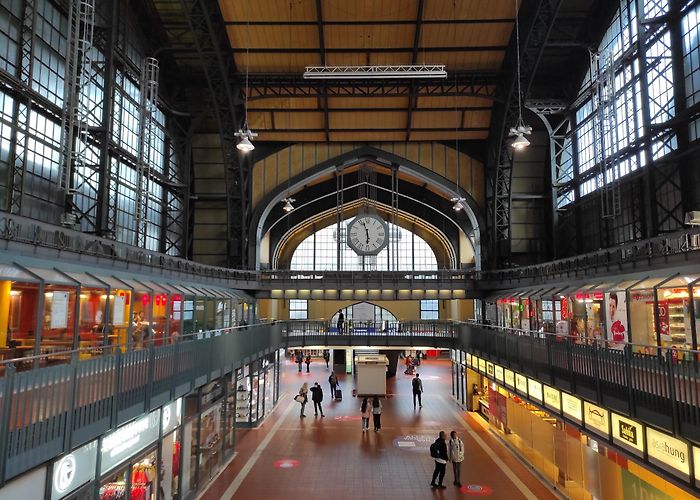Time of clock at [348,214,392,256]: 5:57
